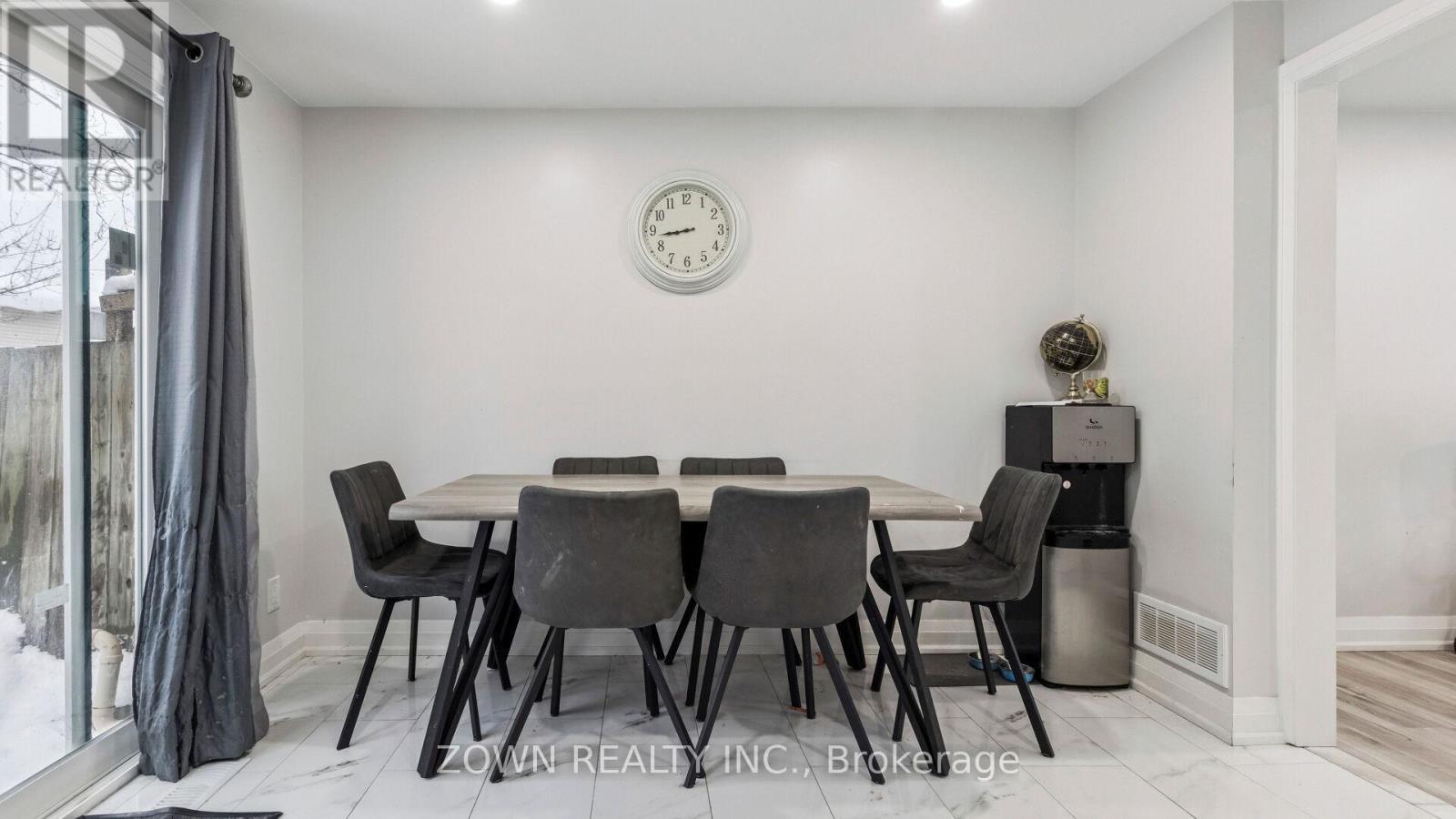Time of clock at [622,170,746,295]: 8:43
